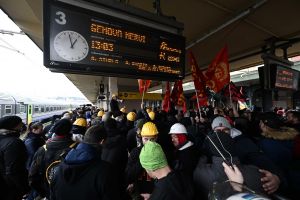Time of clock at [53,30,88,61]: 12:58
